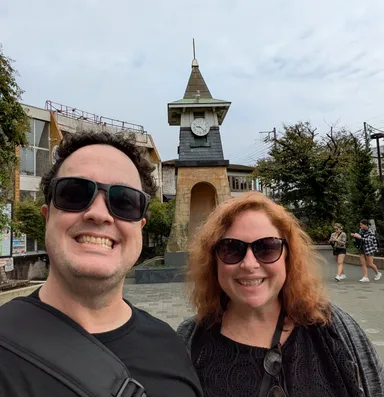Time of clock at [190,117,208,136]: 9:22
